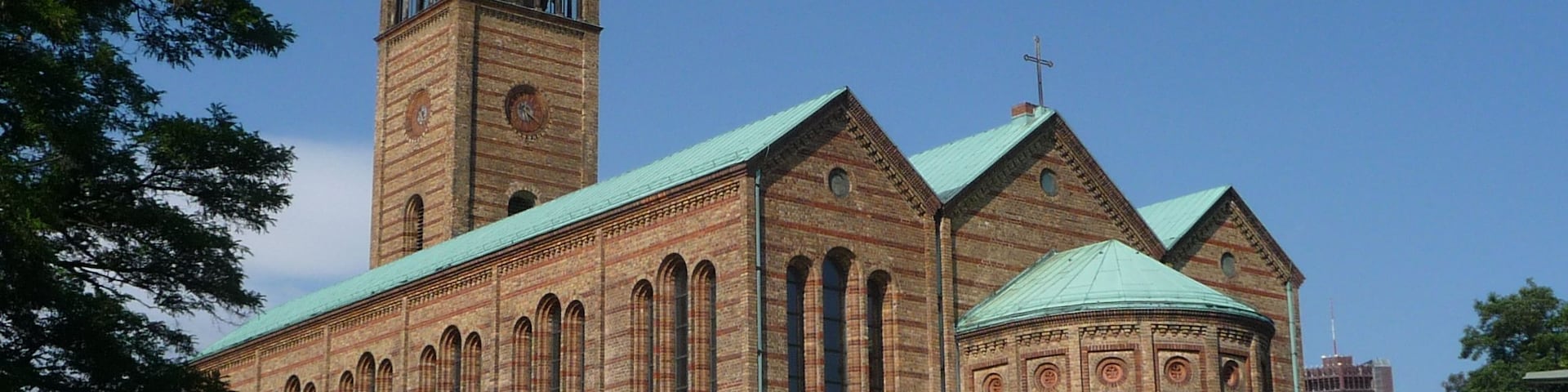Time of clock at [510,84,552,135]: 6:21
